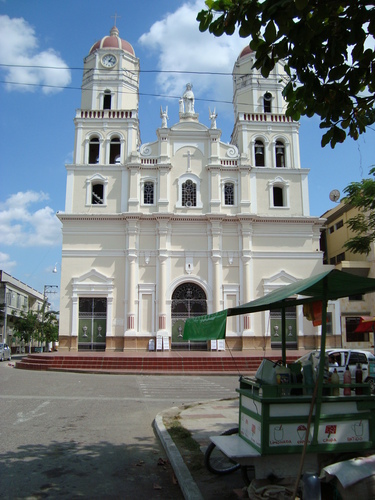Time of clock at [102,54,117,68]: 1:18
